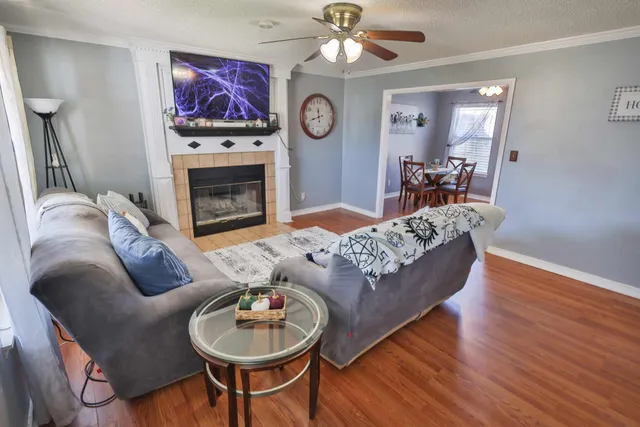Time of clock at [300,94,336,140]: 11:42
